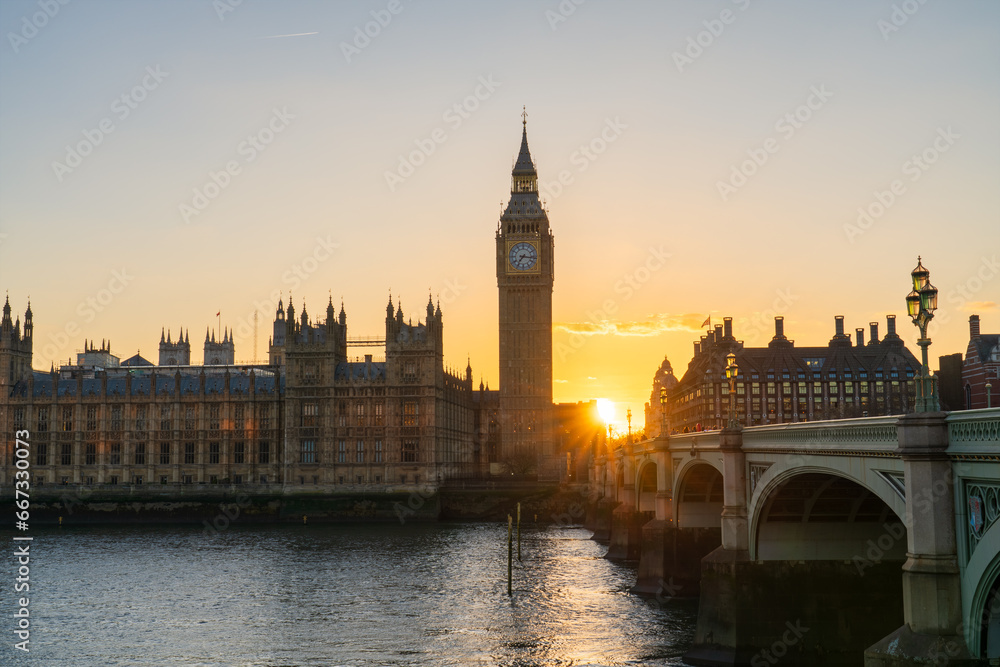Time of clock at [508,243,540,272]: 7:16
